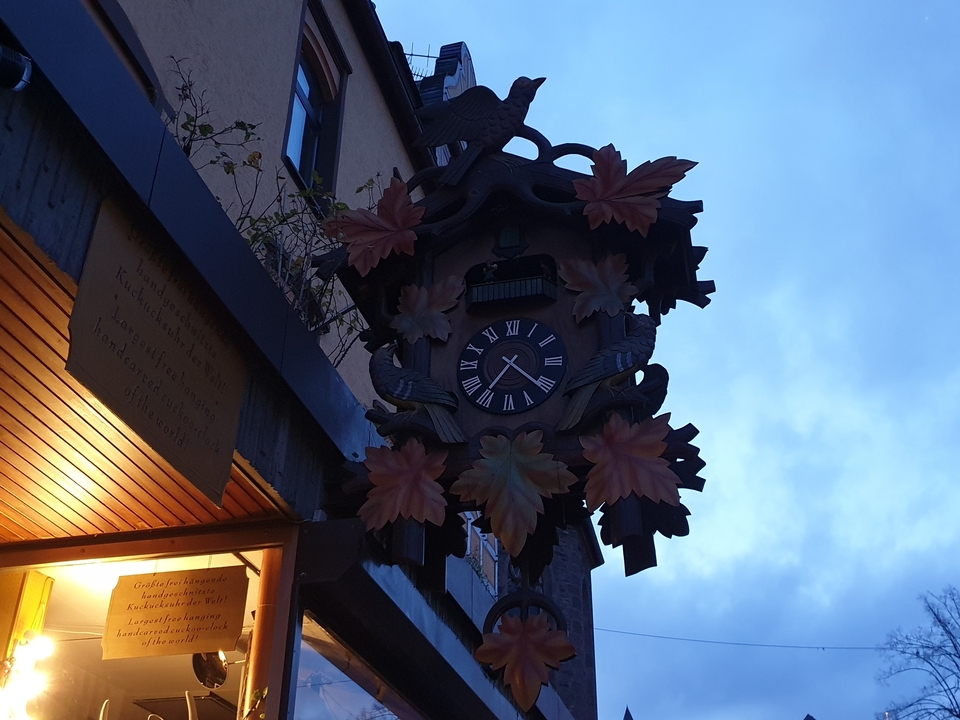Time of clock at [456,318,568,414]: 7:21
